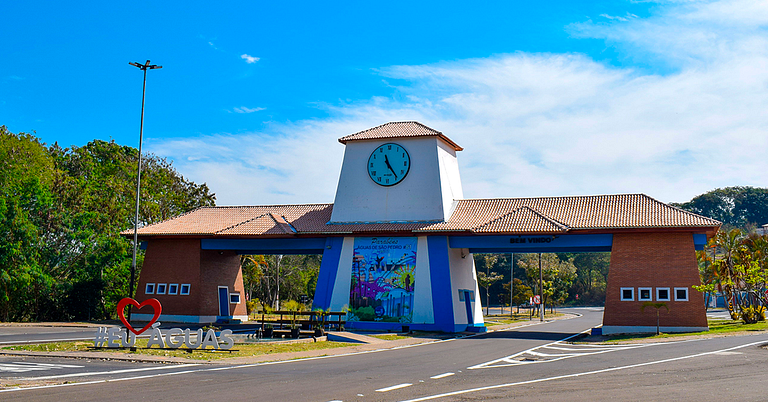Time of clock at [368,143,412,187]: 11:24
